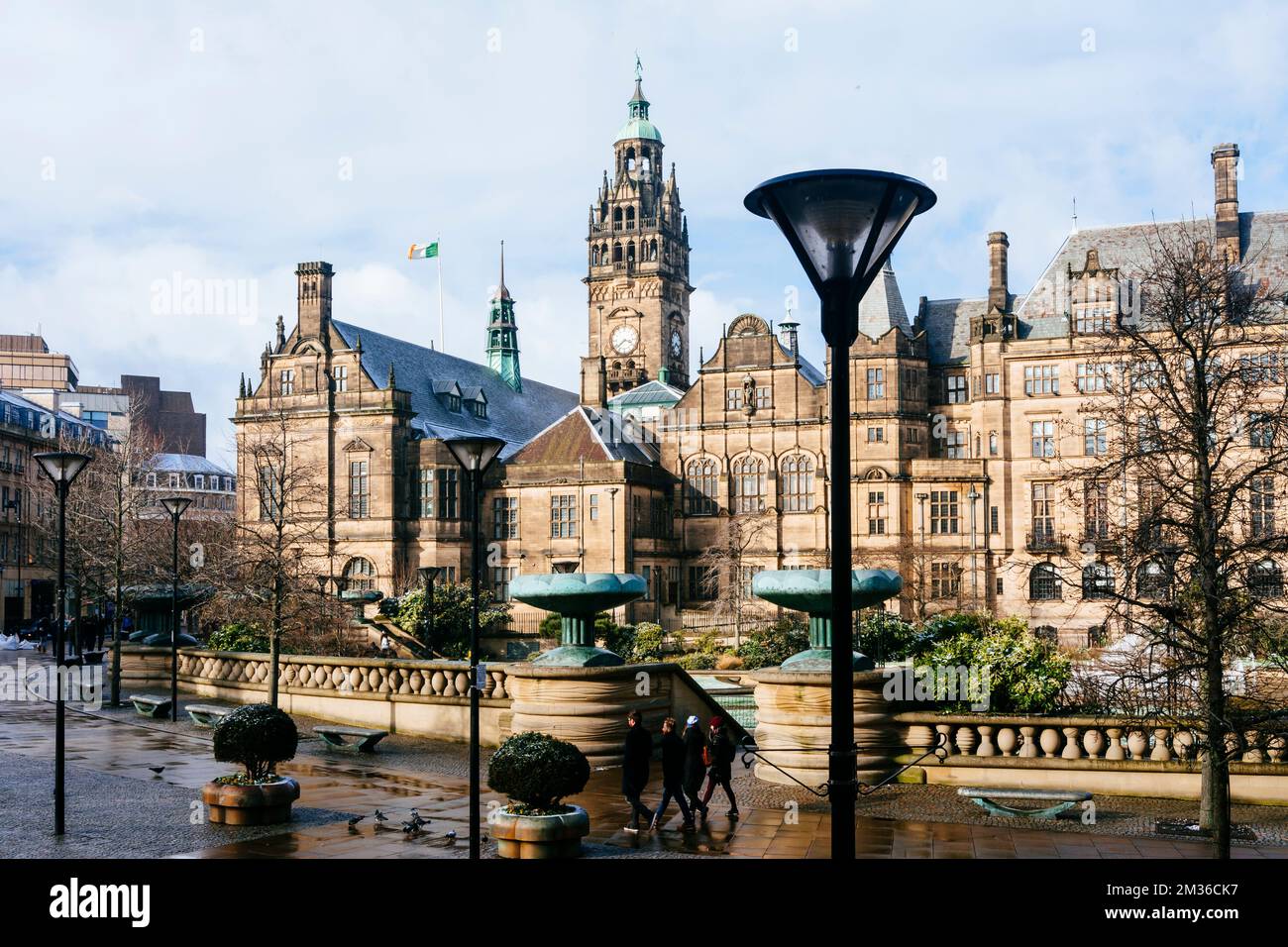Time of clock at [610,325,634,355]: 3:38
